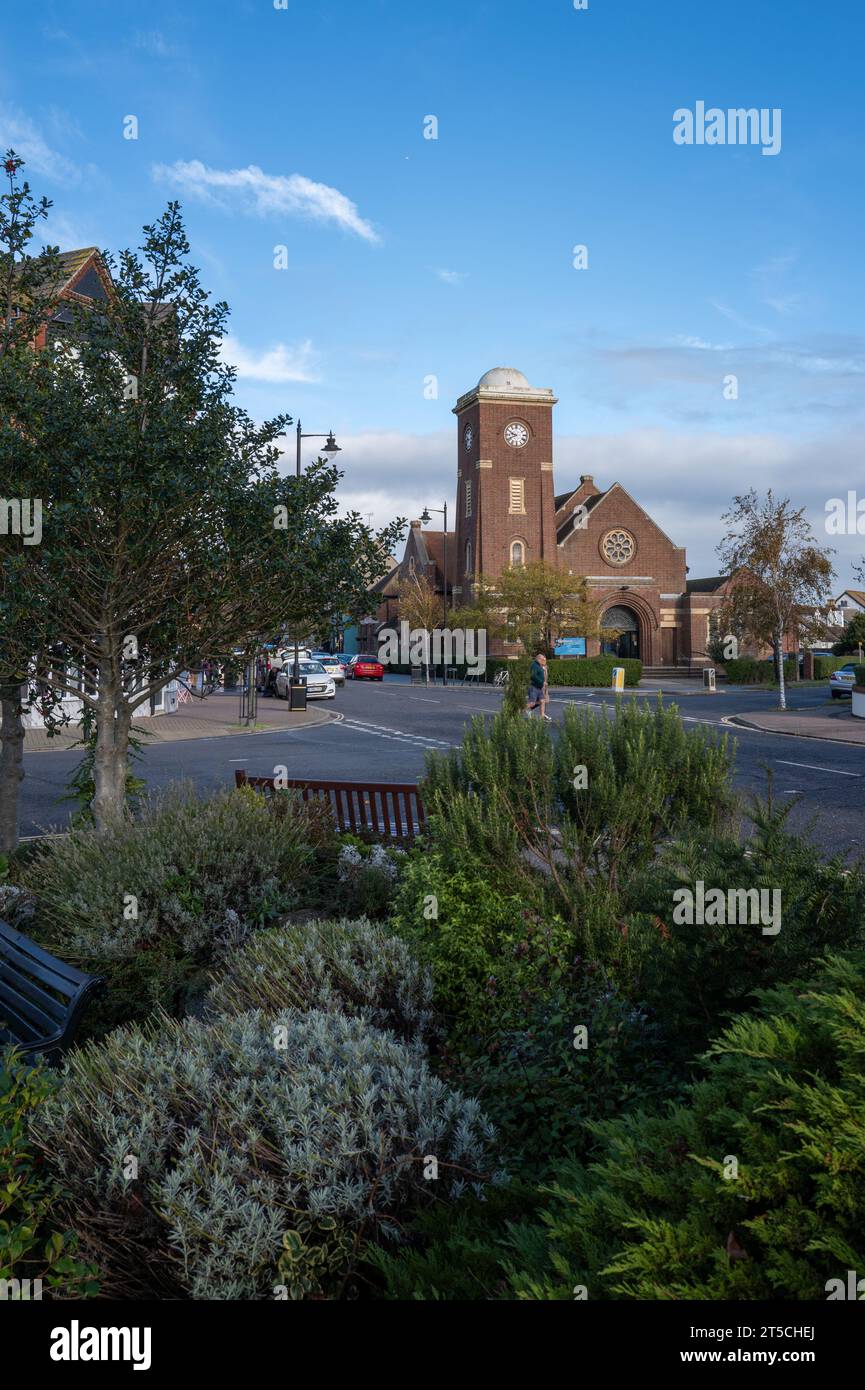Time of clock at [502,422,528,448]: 9:41
